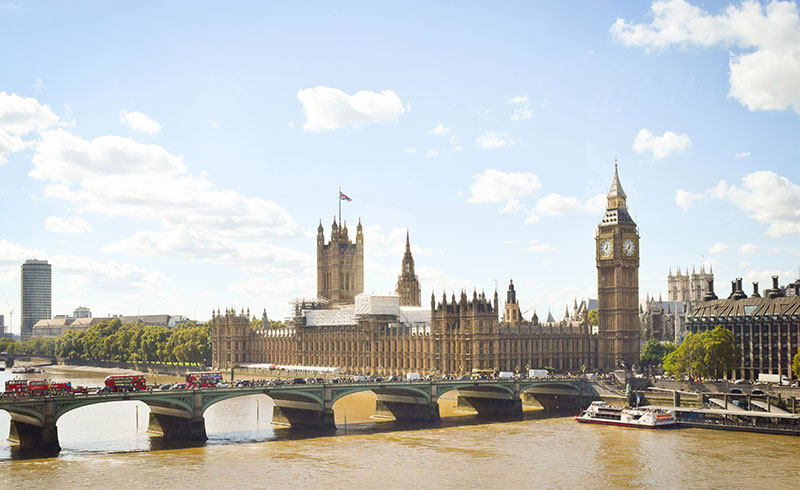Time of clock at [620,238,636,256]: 12:36
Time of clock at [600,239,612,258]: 12:38
